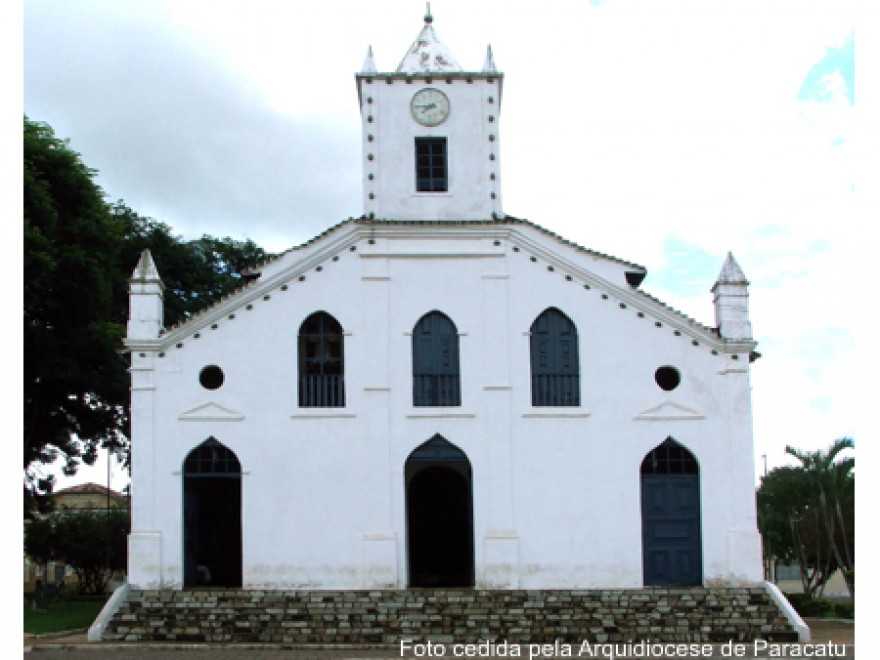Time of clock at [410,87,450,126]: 7:44
